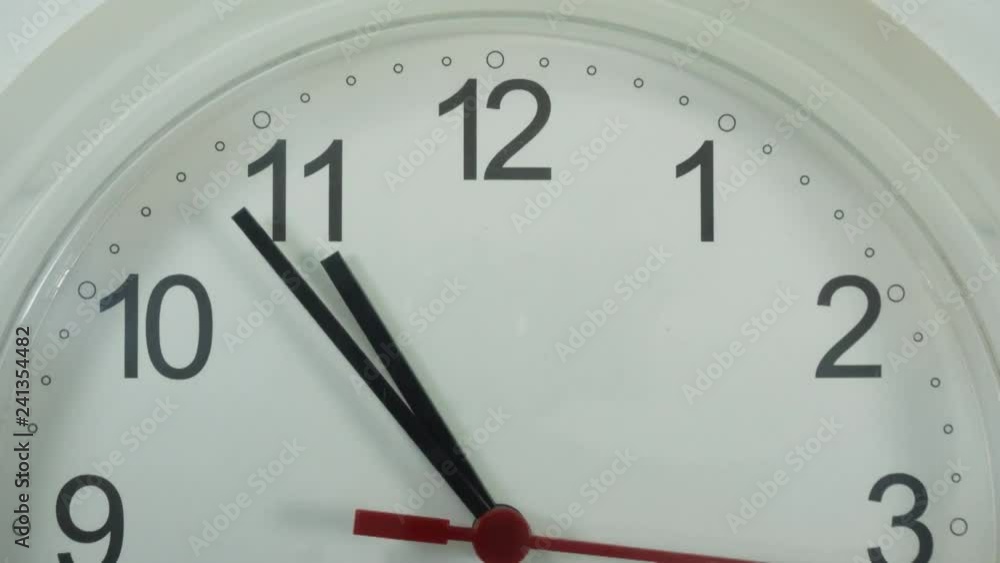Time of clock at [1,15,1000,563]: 10:53
